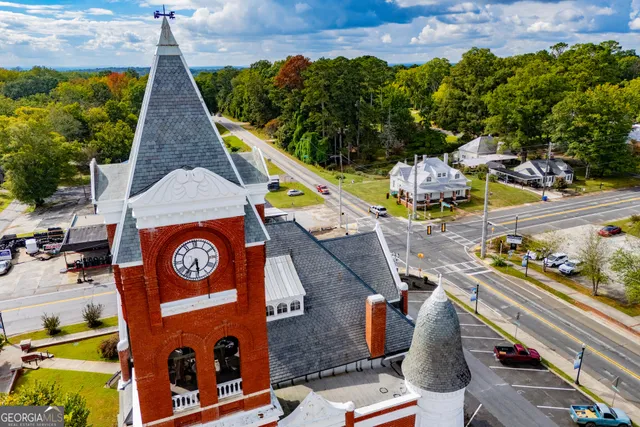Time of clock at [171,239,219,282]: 5:36
